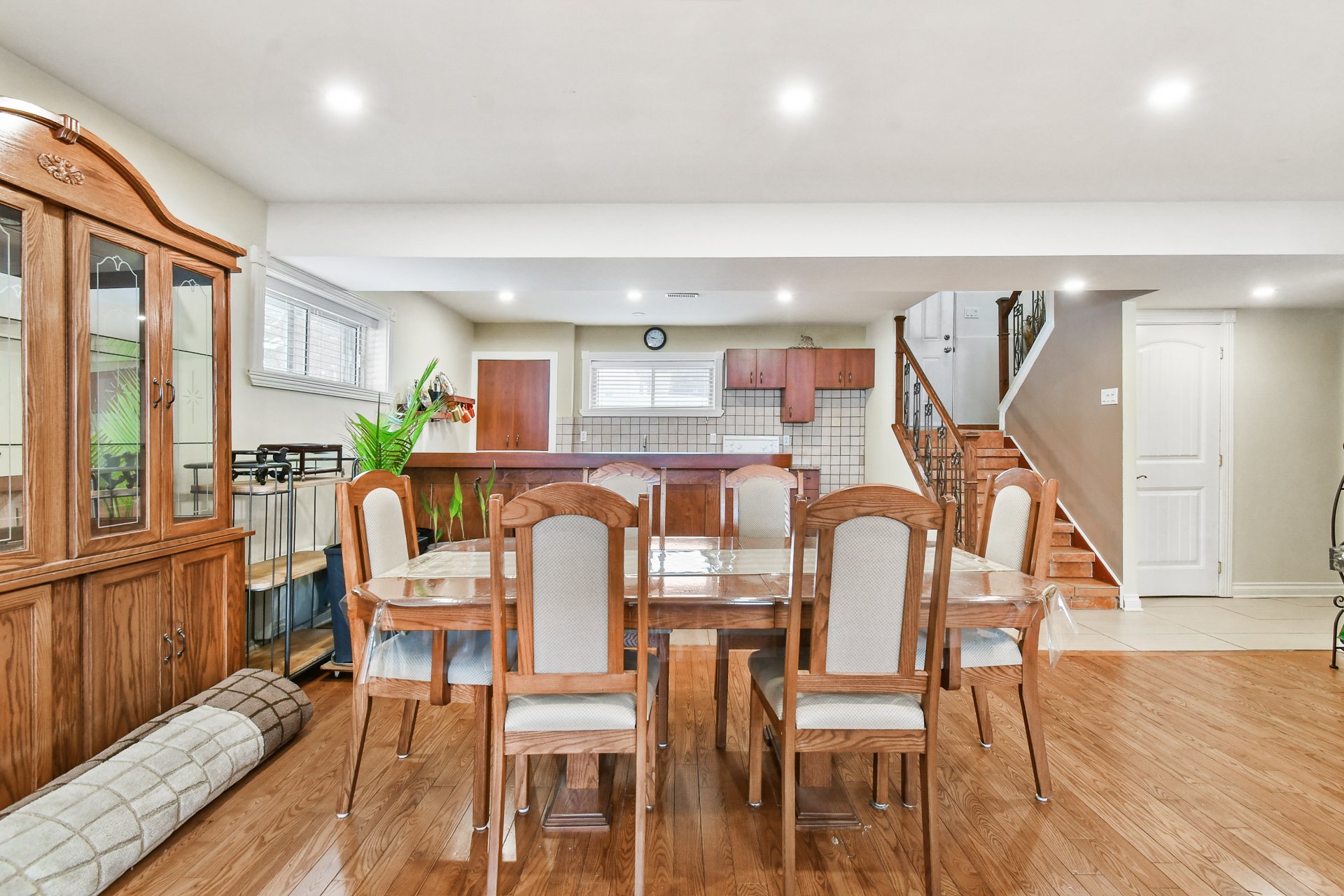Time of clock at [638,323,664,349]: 9:47
